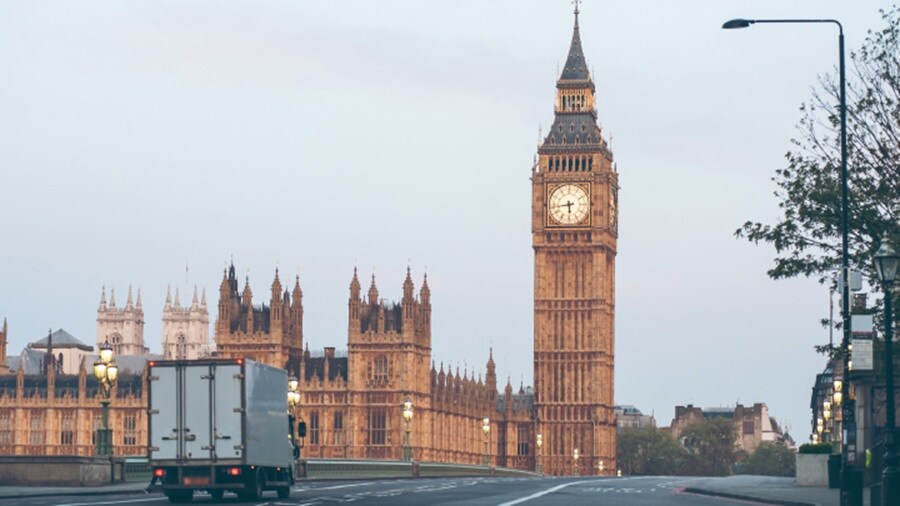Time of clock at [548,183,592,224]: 5:43
